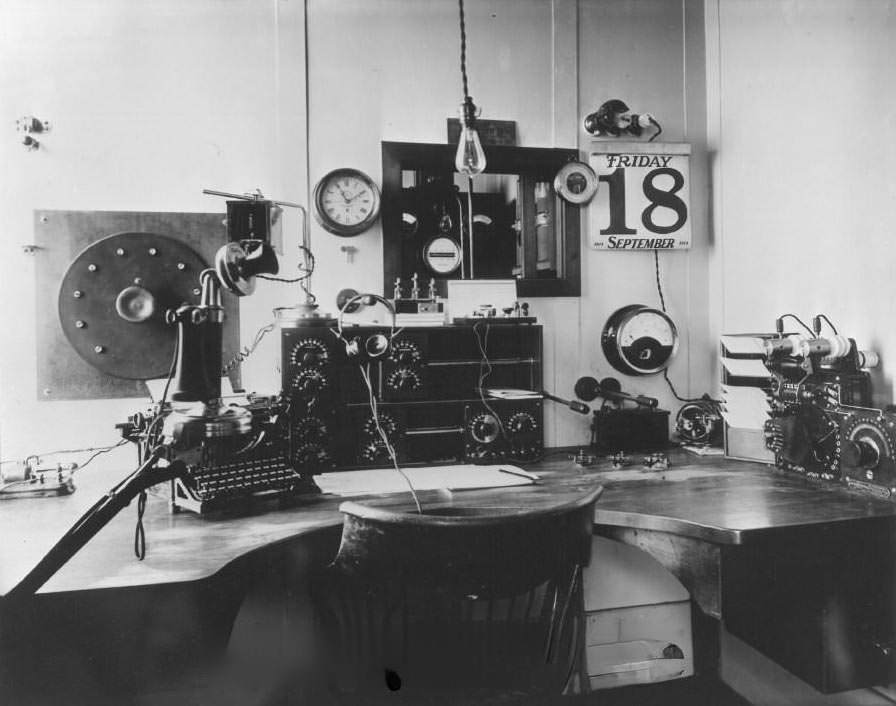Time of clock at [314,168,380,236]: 11:09
